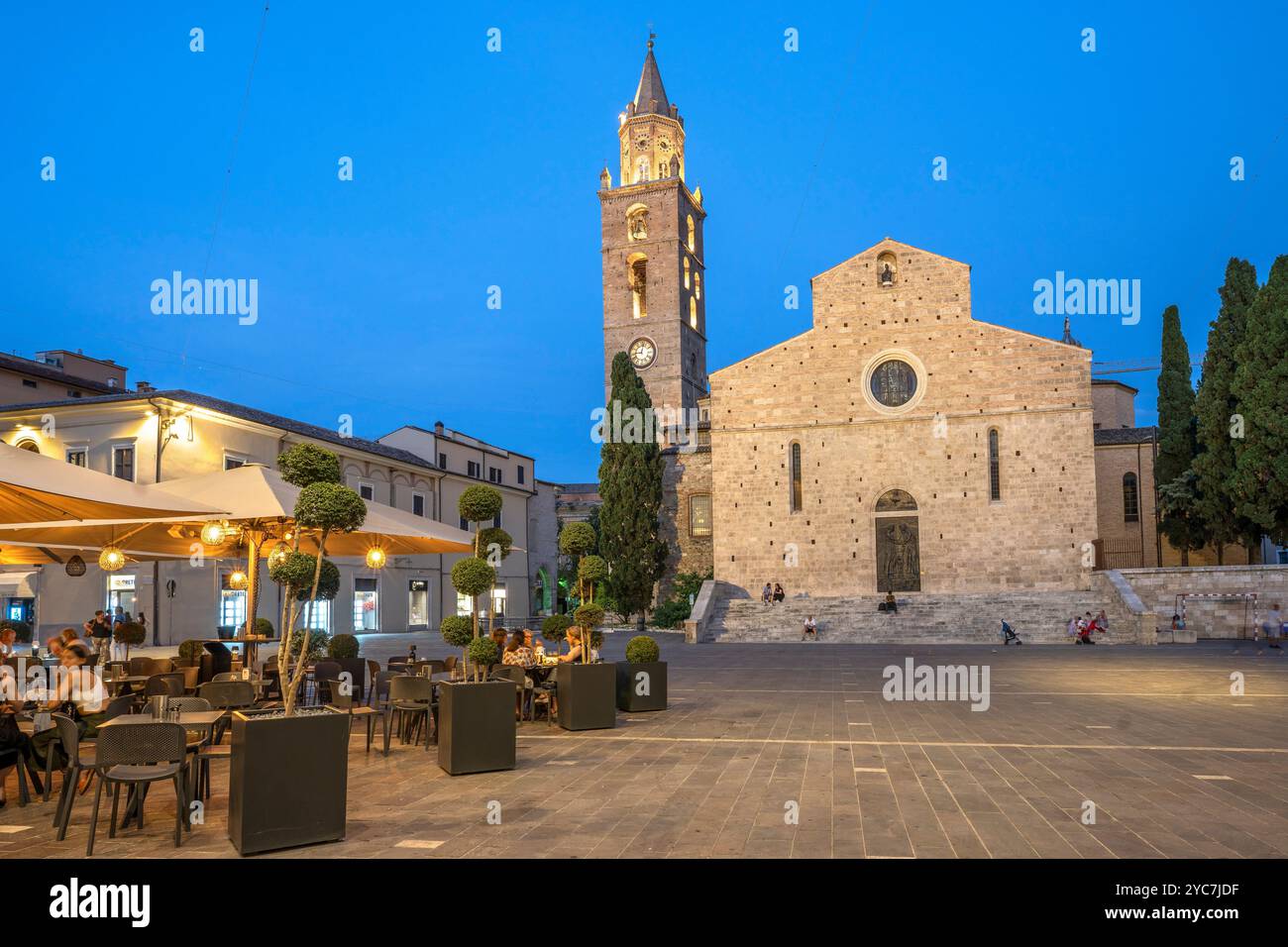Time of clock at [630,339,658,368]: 9:01
